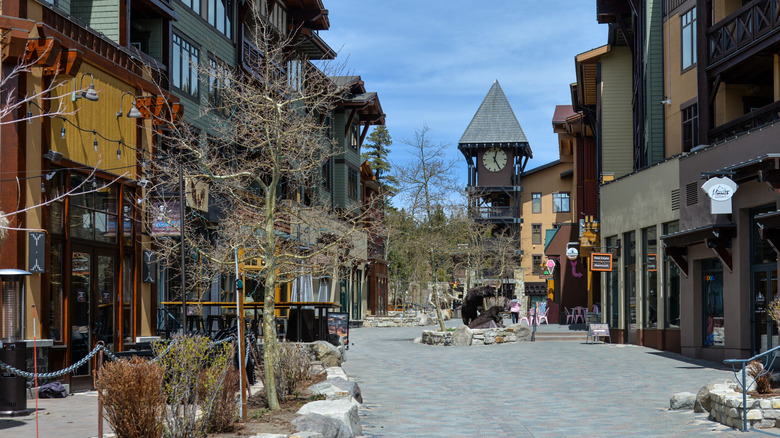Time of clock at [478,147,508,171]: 12:25
